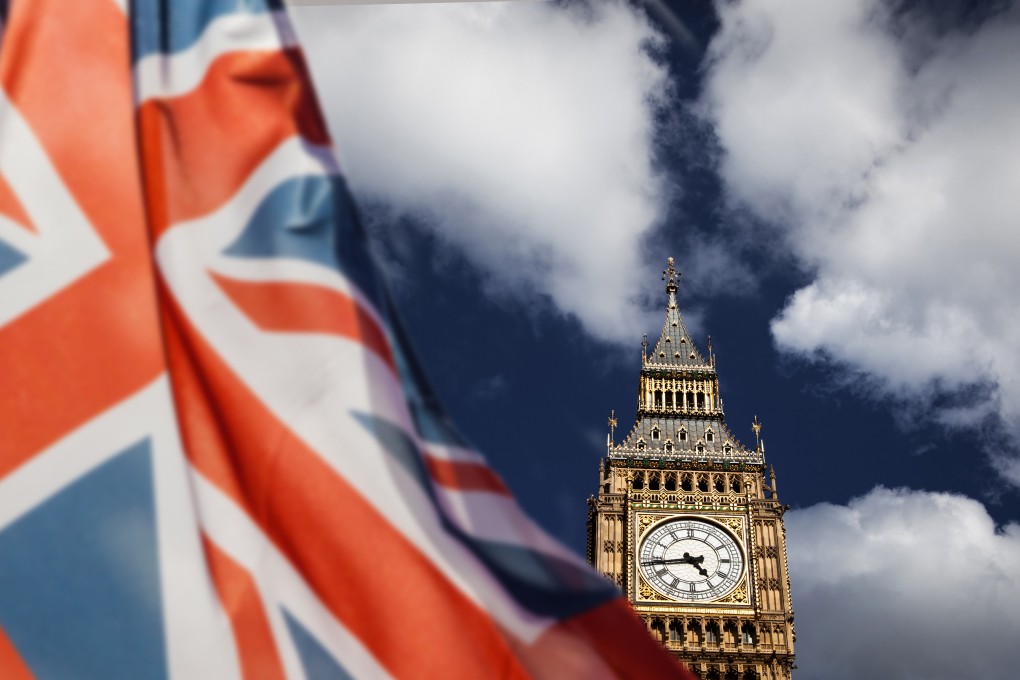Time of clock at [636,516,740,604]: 4:43
